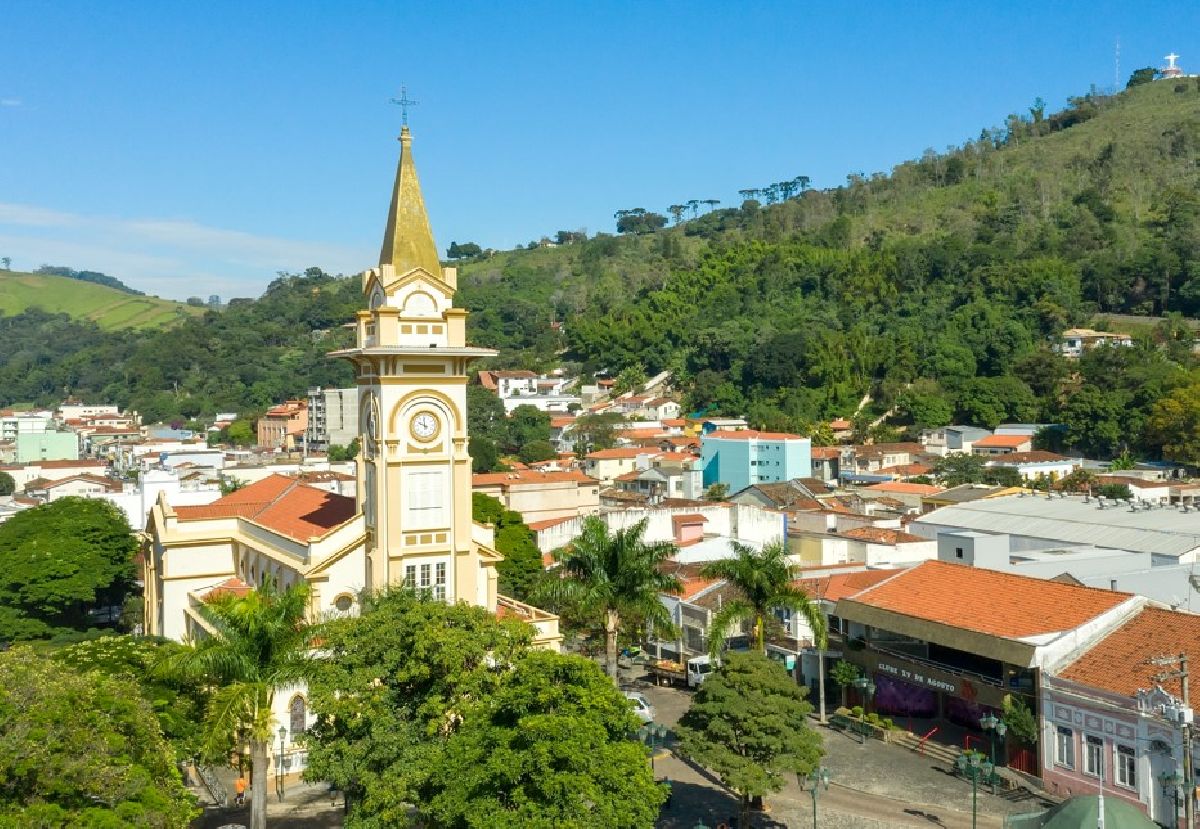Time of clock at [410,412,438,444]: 9:59
